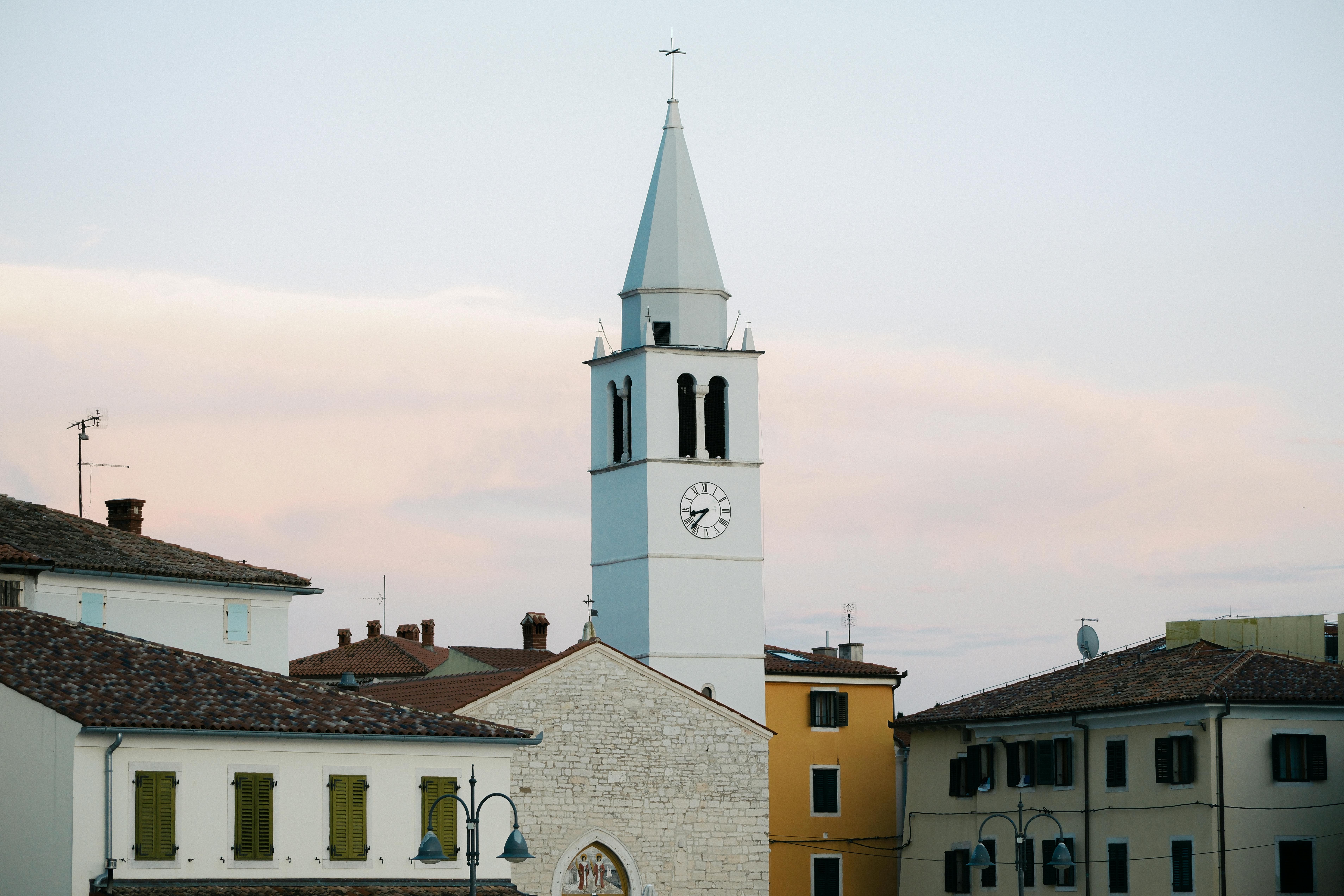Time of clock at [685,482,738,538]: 8:37
